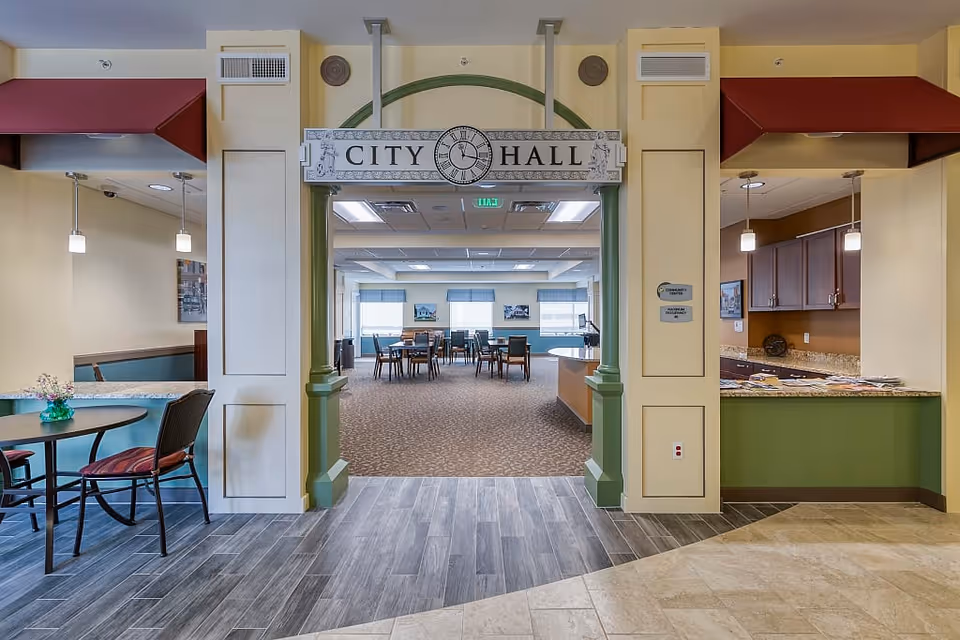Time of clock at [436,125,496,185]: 11:17
